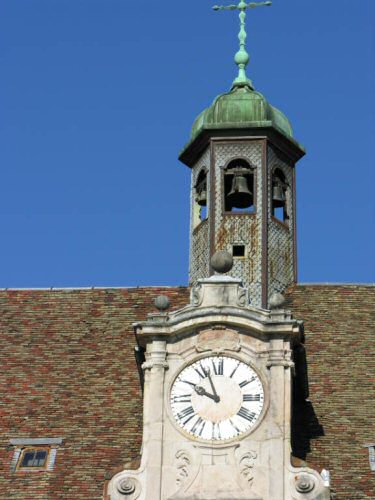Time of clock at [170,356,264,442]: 9:56
